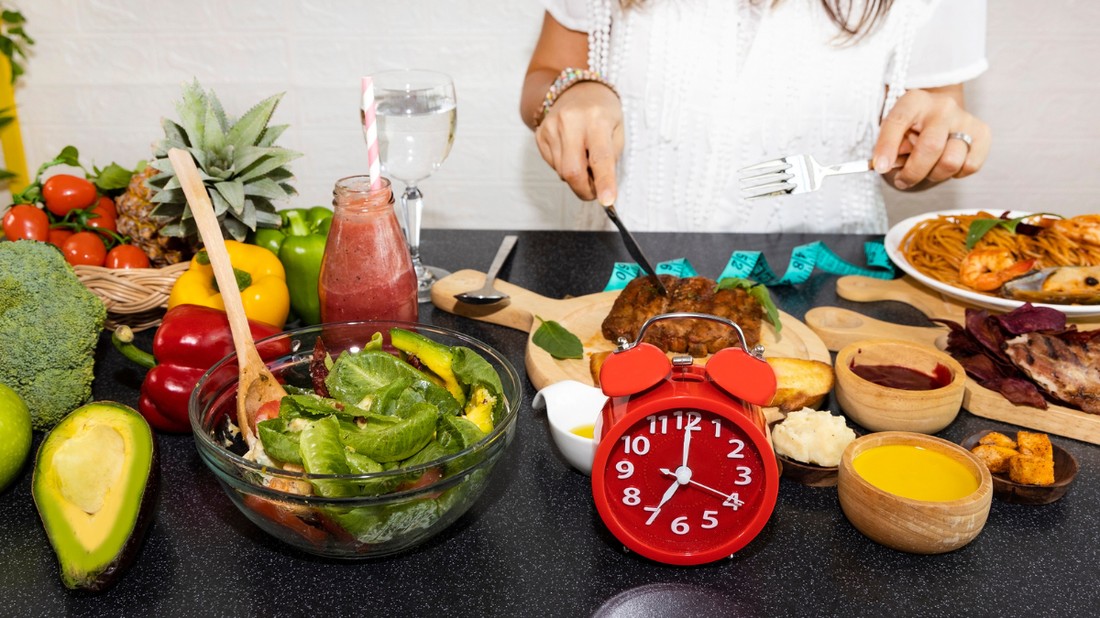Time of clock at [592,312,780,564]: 7:00
